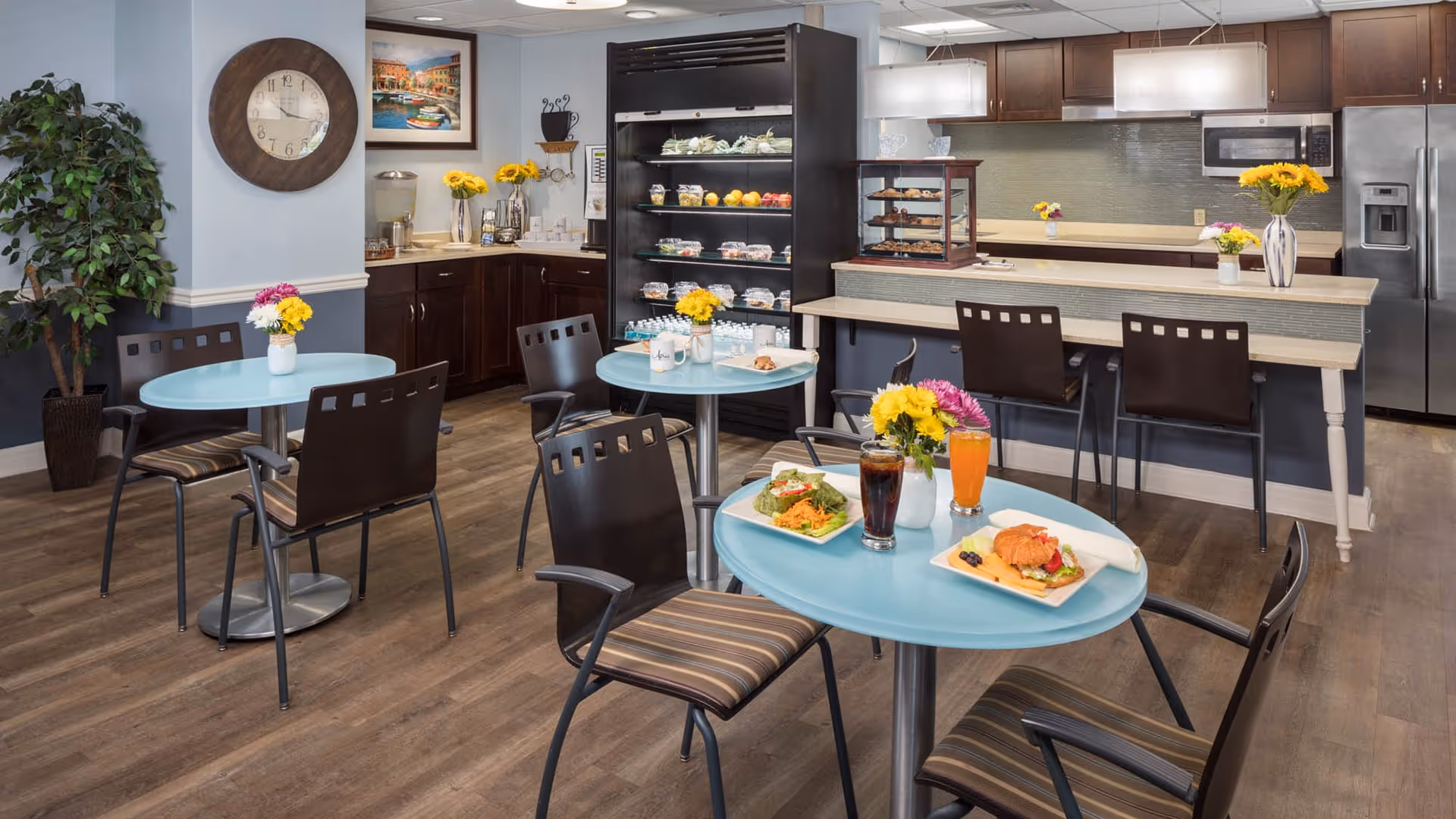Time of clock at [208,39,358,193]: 10:17
